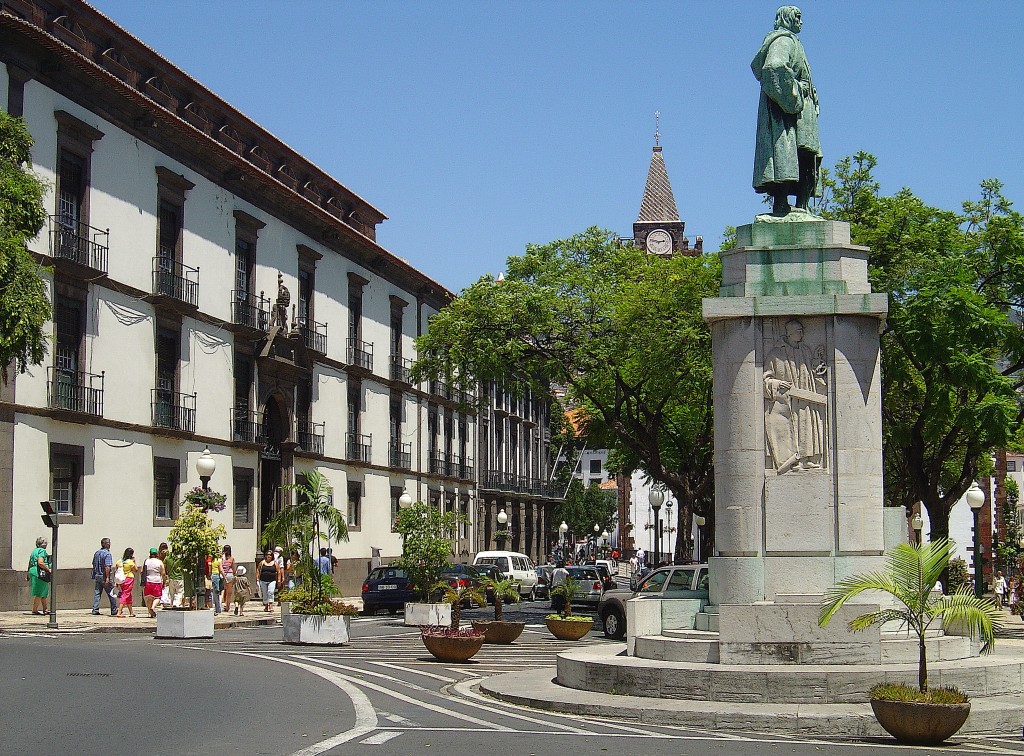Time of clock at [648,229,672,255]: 2:46
